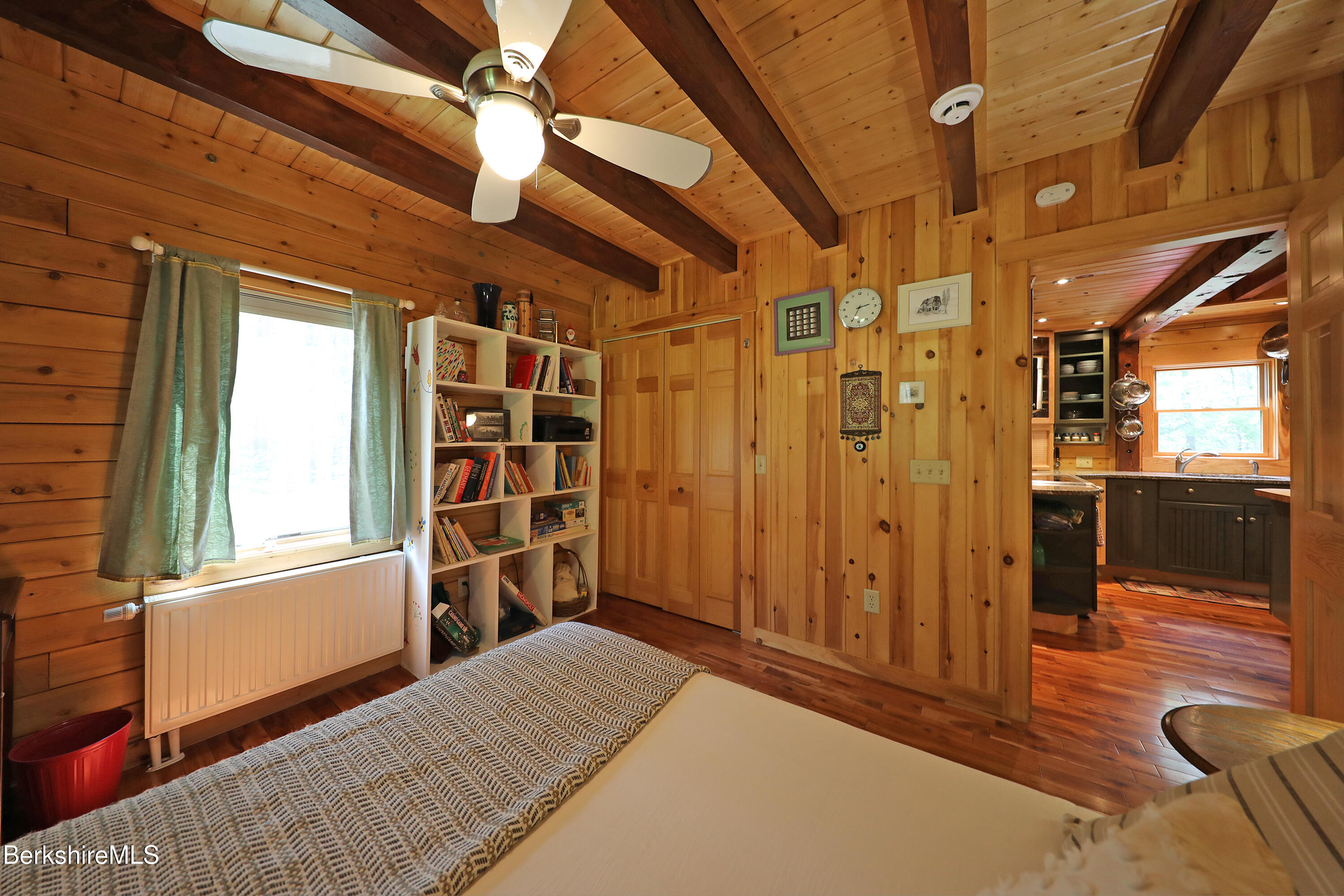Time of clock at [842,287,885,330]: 2:34
